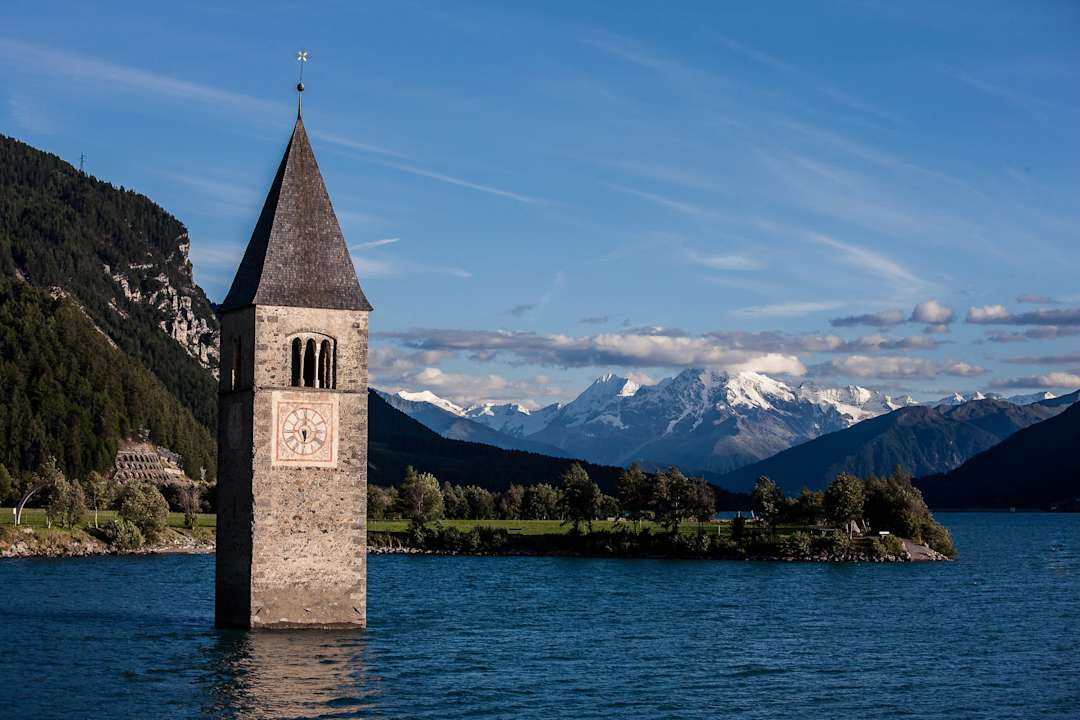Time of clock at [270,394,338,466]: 5:59
